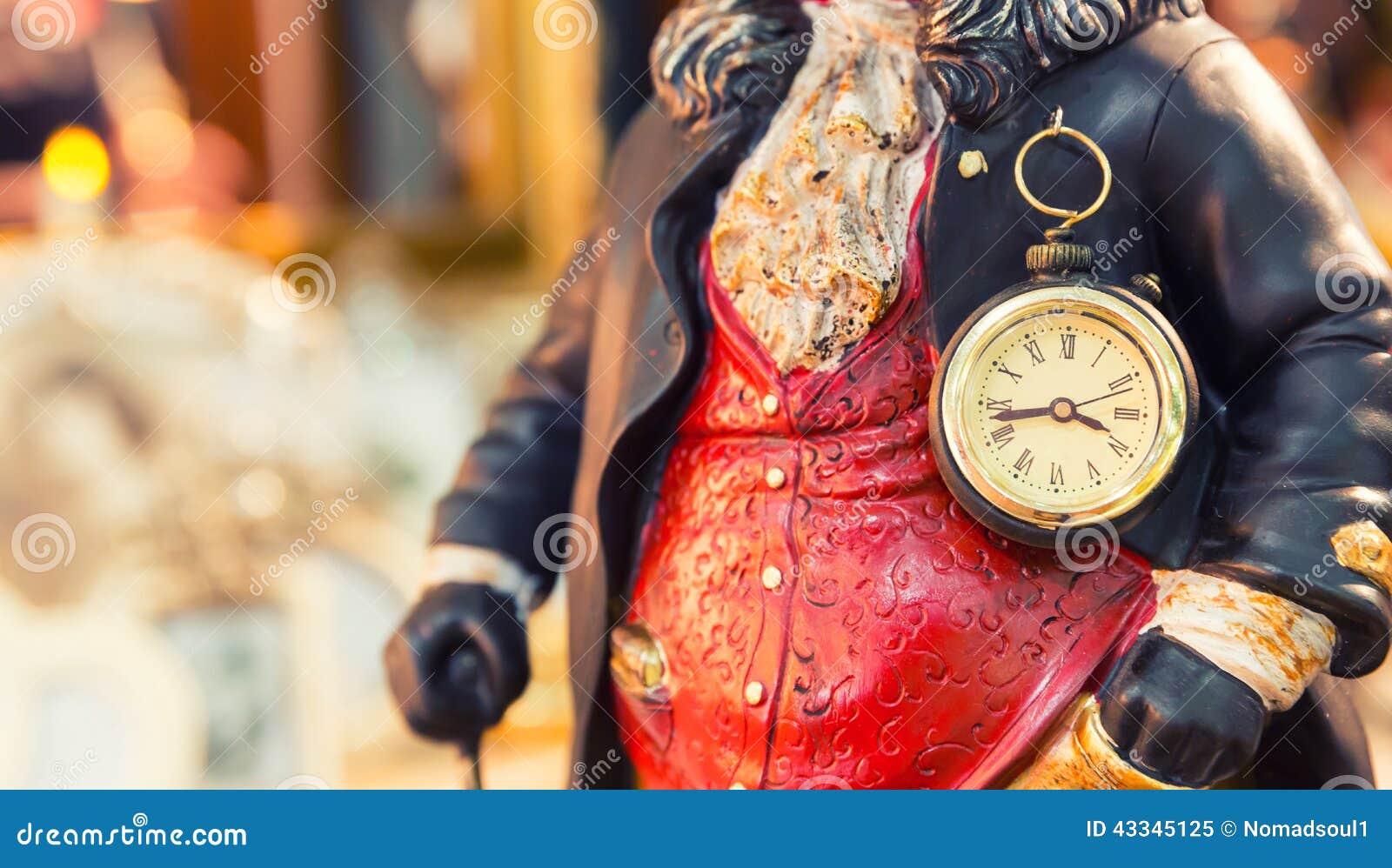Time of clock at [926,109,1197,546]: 3:43
